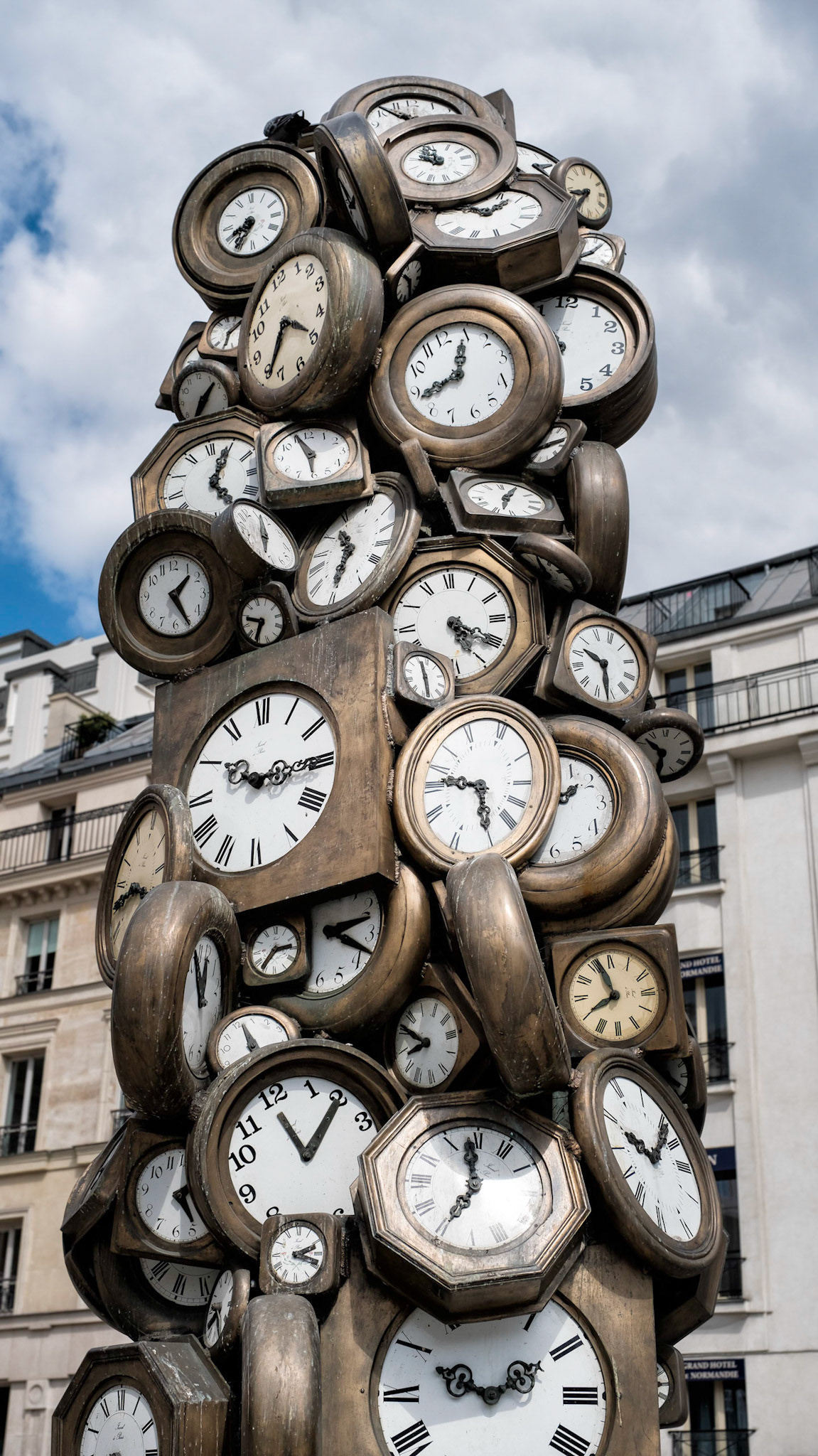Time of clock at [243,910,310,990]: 2:36
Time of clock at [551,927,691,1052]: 7:56
